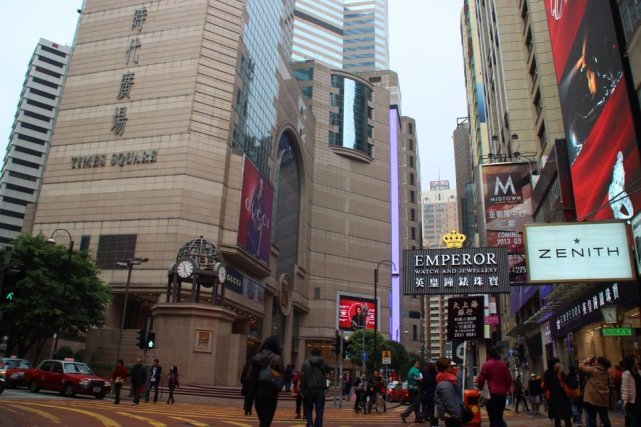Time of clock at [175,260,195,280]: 11:24
